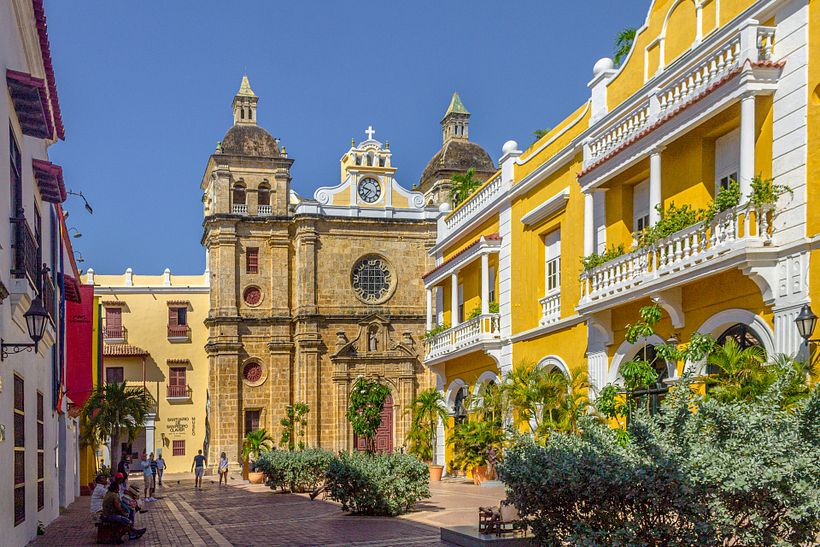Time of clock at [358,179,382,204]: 9:37
